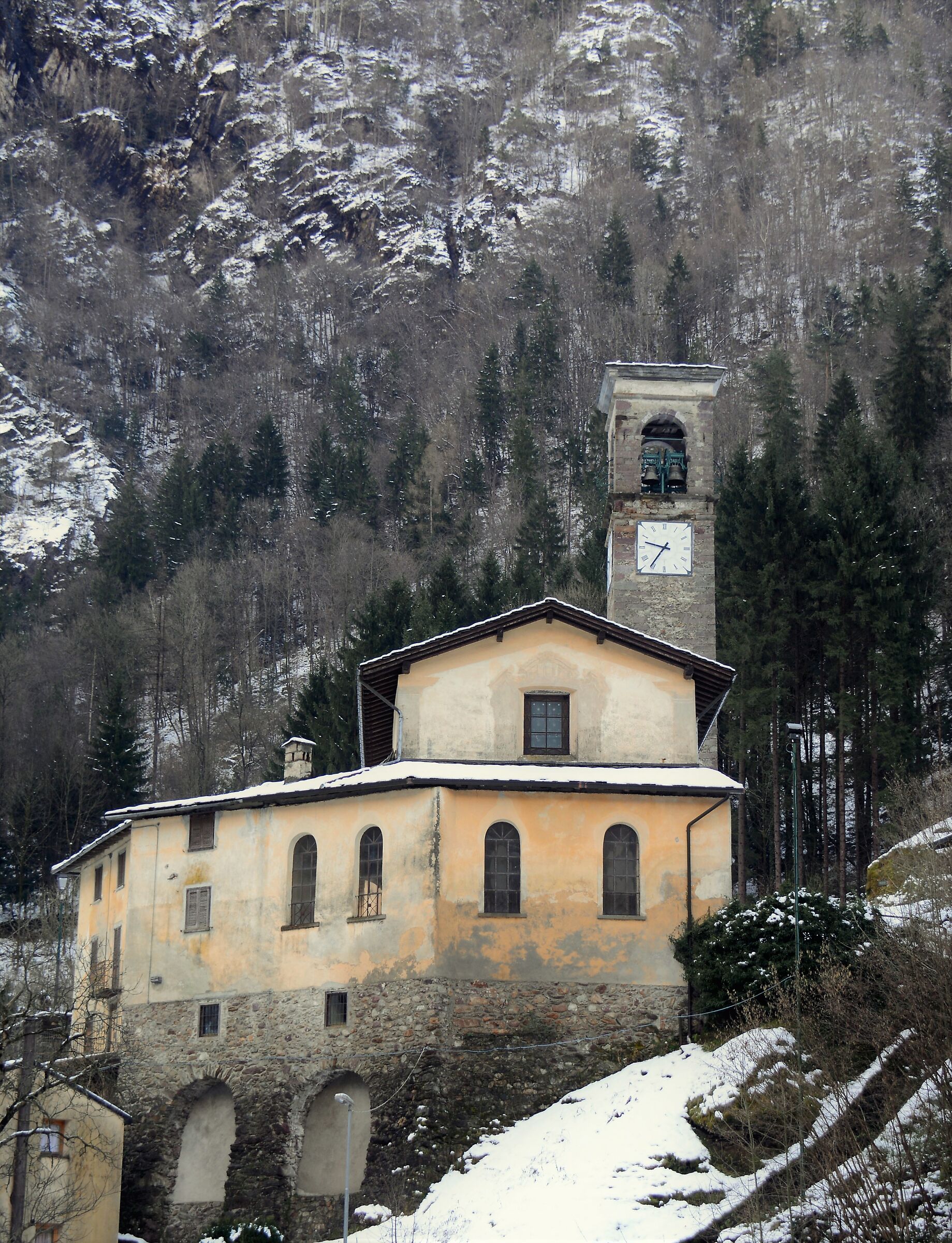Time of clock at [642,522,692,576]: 9:36
